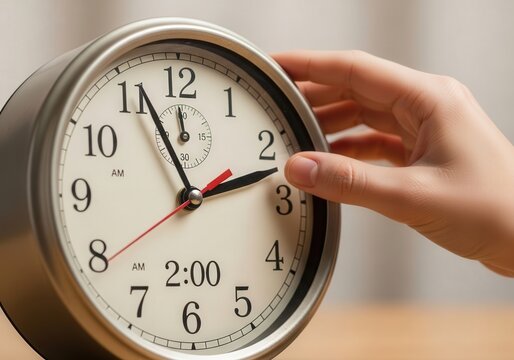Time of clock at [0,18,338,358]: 11:12
